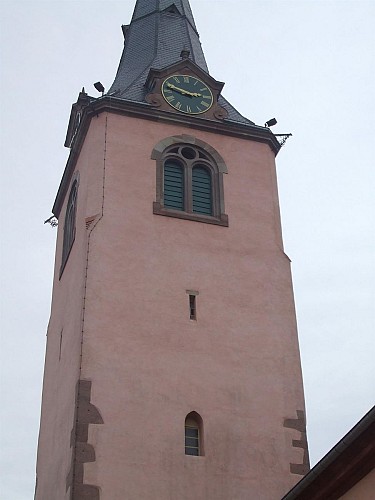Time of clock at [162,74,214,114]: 2:48
